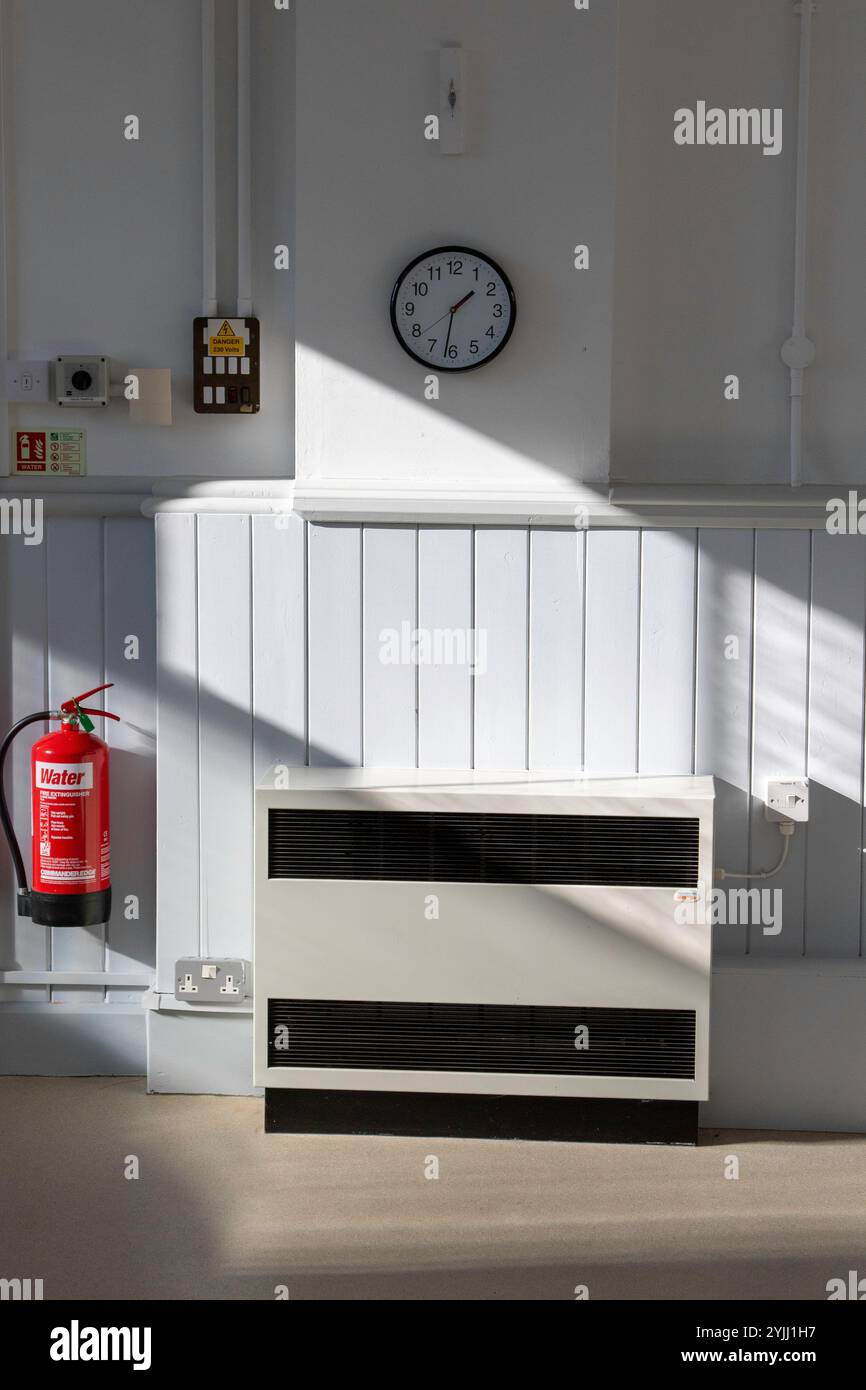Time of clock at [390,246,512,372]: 1:31
